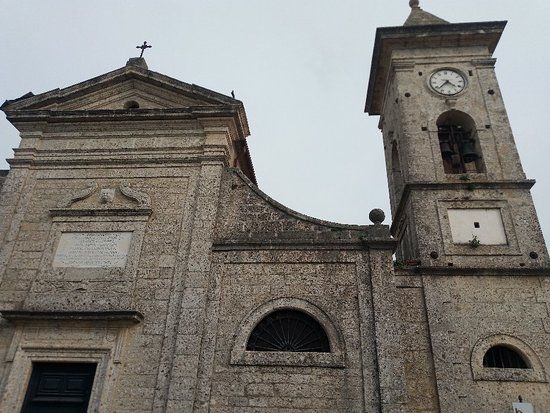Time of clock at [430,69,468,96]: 4:37
